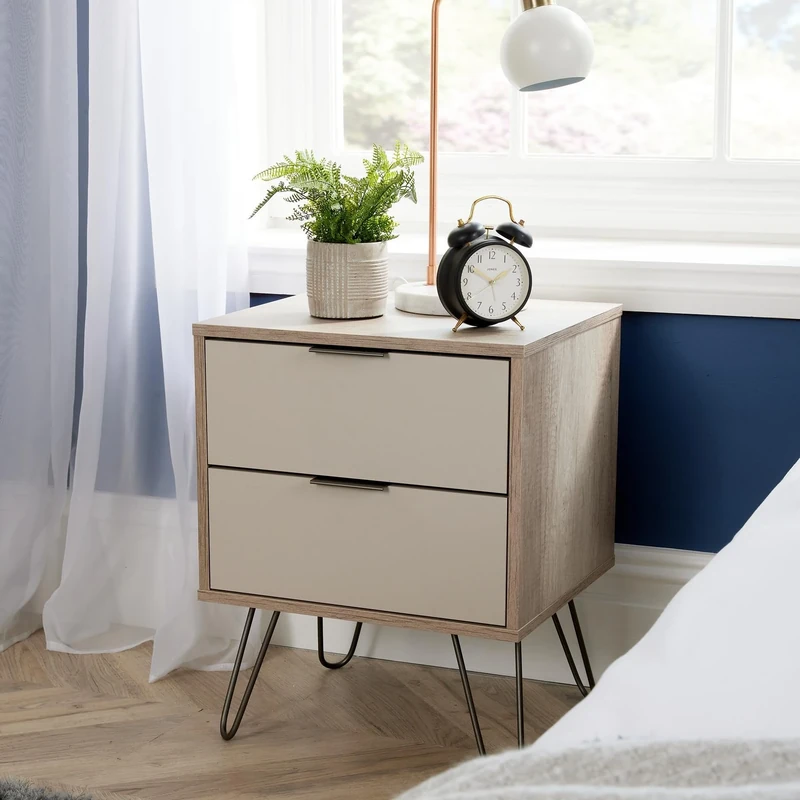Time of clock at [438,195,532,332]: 1:50
